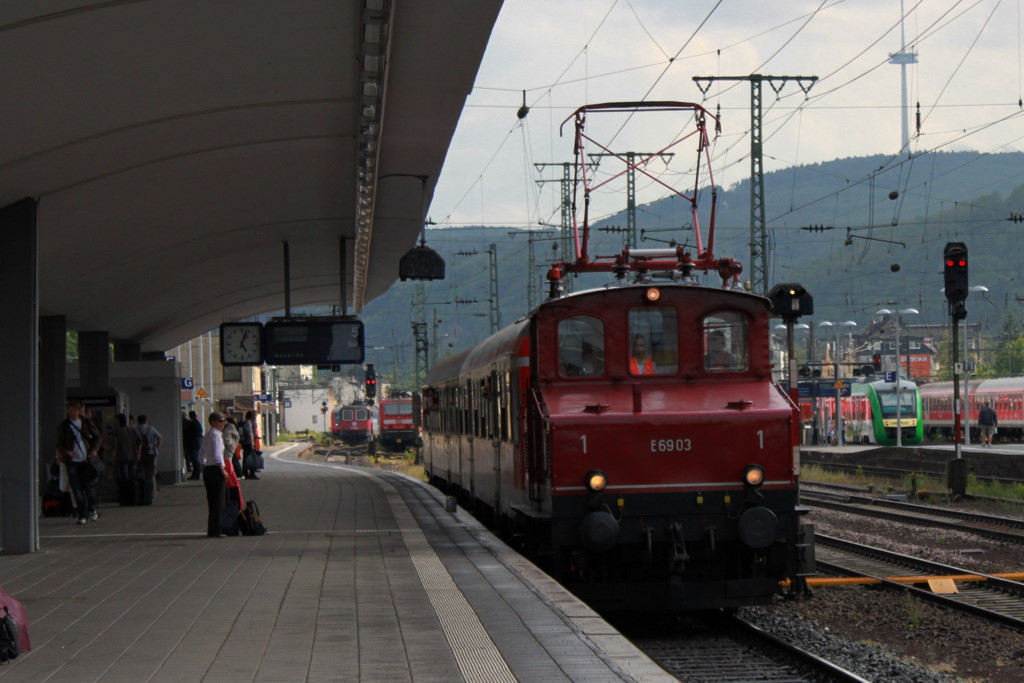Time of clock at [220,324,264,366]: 5:03
